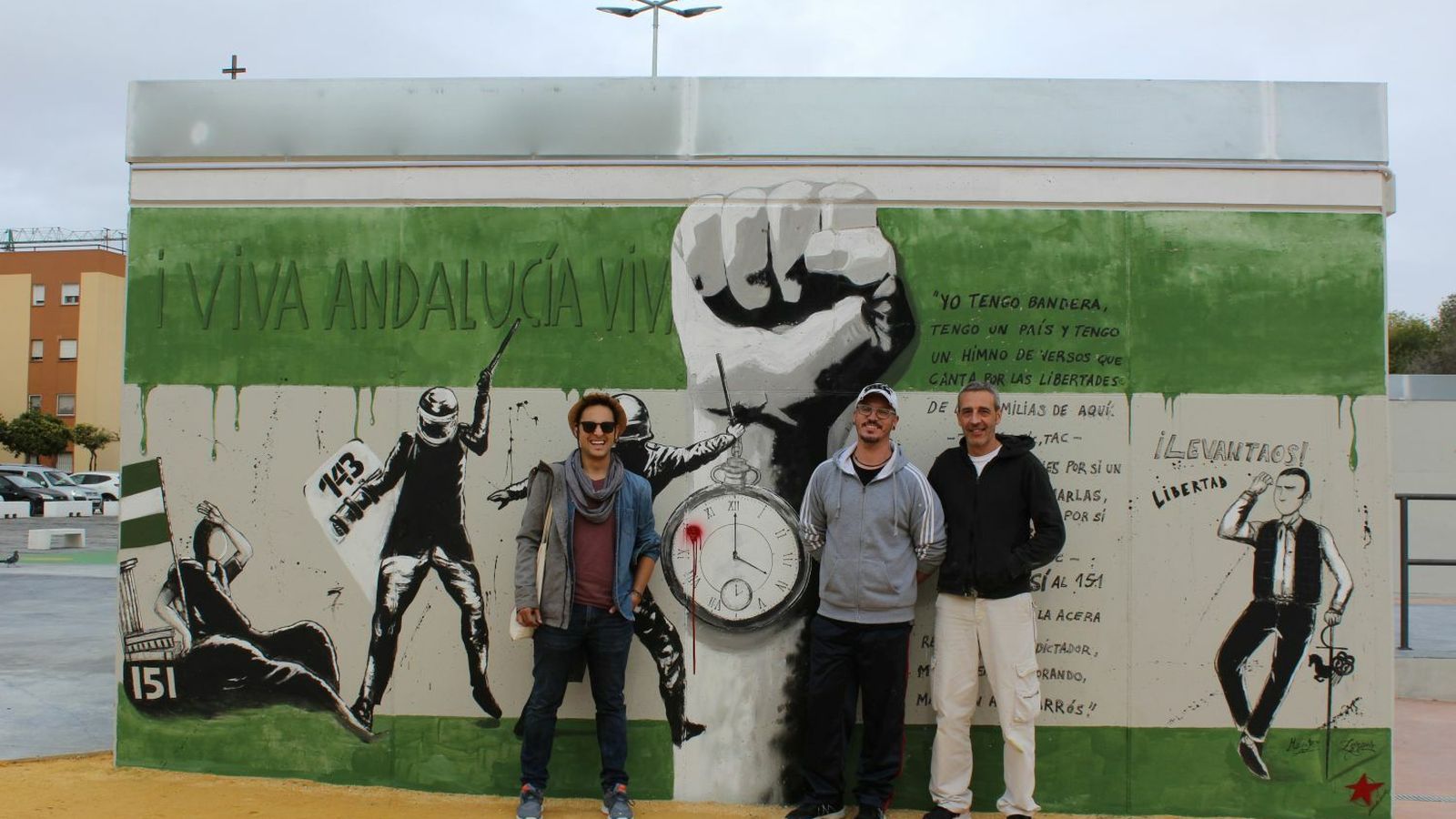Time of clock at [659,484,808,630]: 4:00
